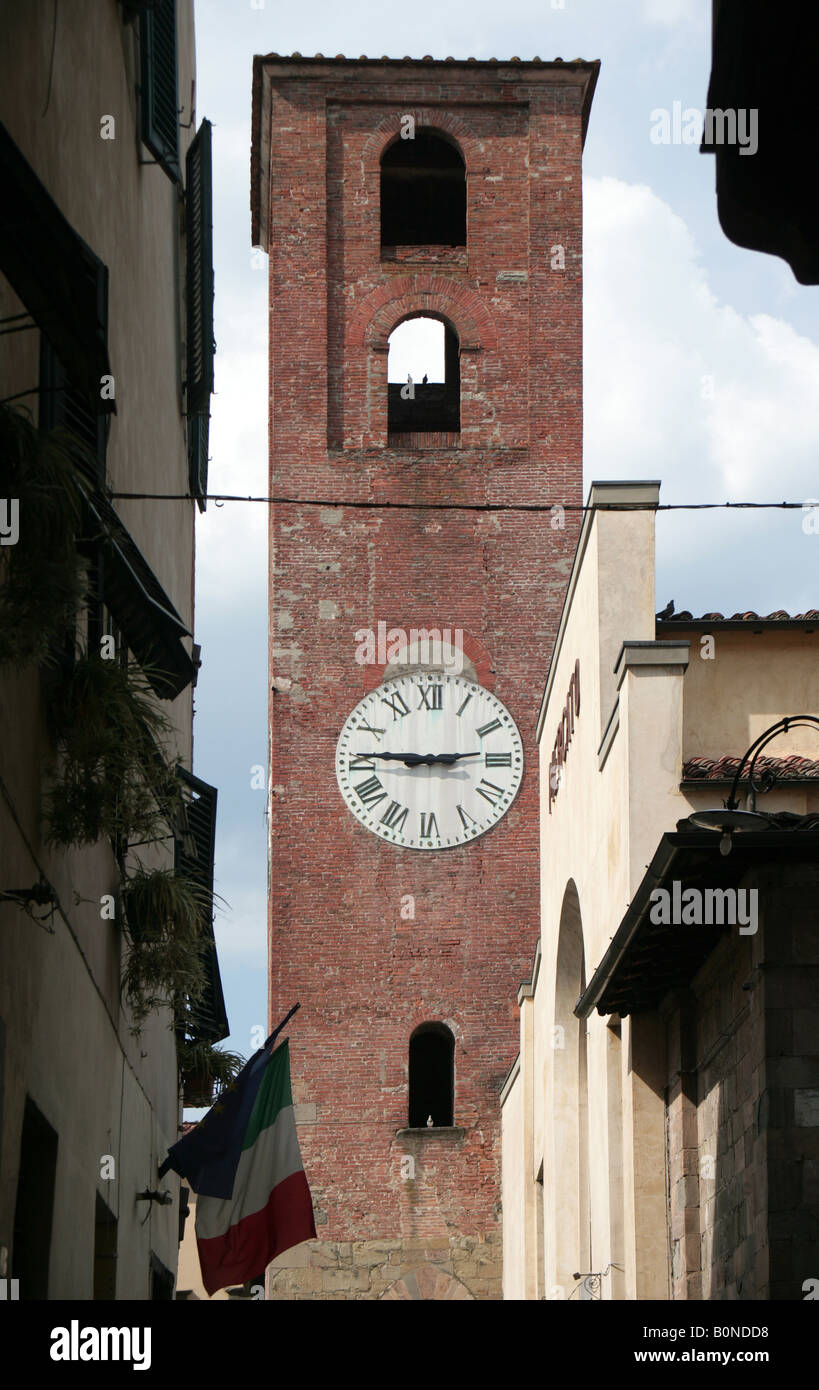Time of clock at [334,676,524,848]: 2:45
